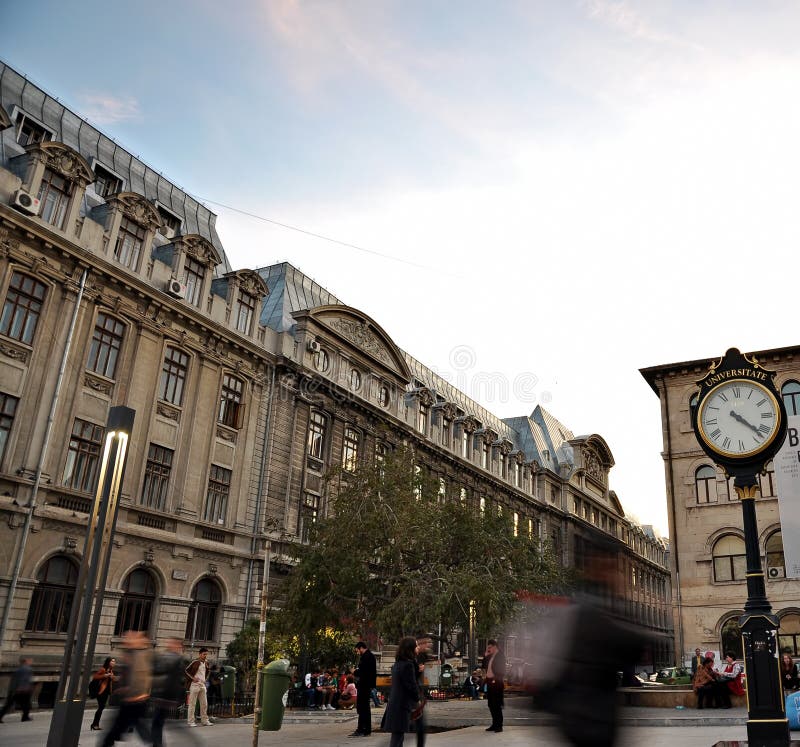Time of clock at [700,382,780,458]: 4:22
